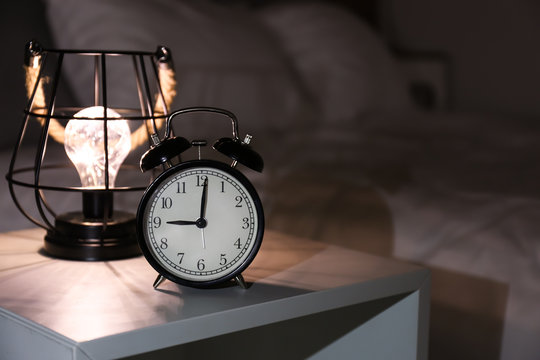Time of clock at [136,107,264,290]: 9:01
